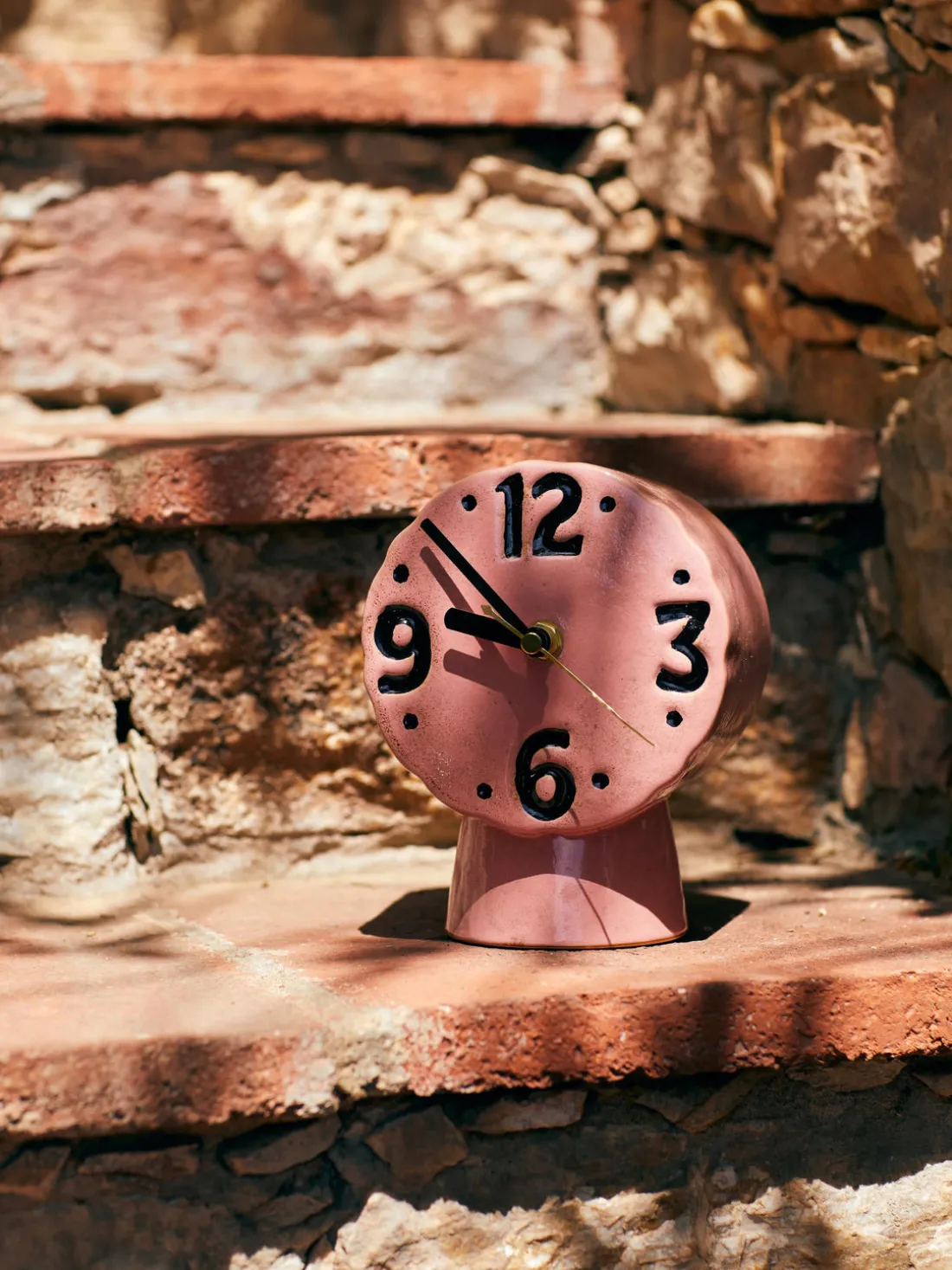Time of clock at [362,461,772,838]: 9:53
